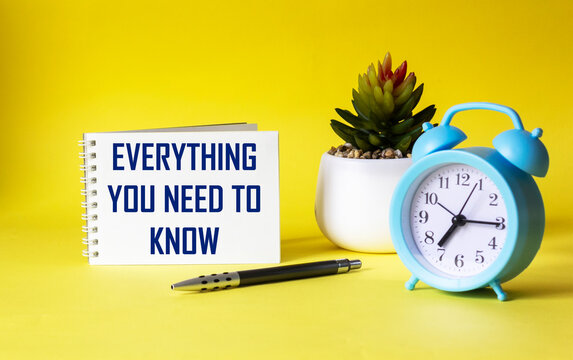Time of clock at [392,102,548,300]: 7:15
